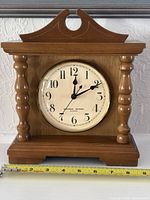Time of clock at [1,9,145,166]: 12:10
